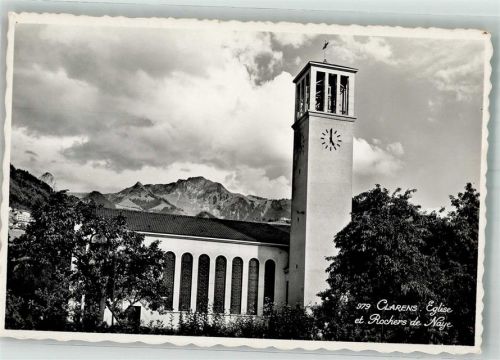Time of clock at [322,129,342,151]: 4:59
